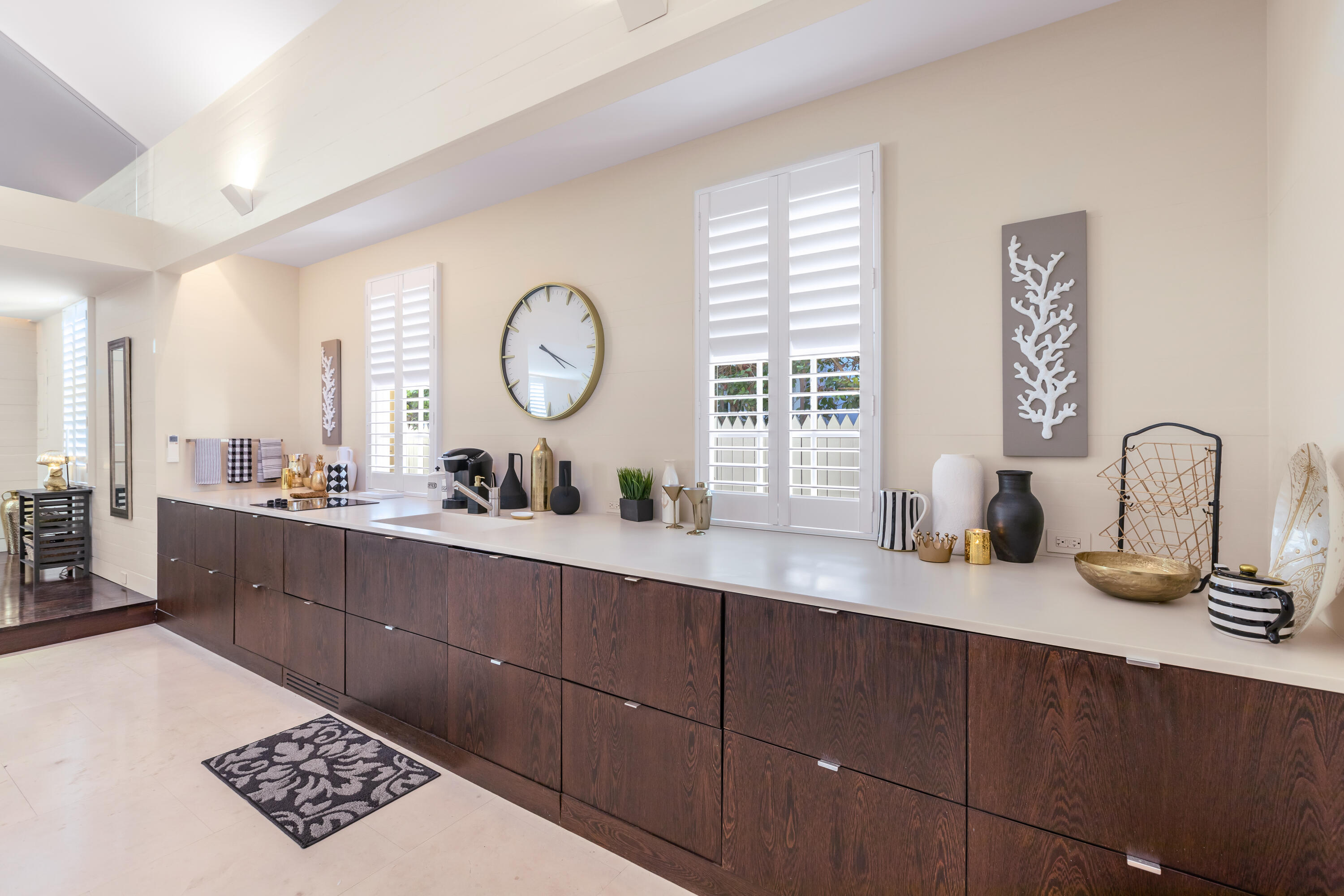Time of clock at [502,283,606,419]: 4:19
